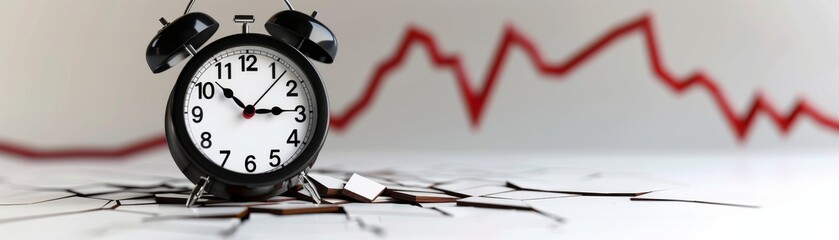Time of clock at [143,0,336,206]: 2:52
